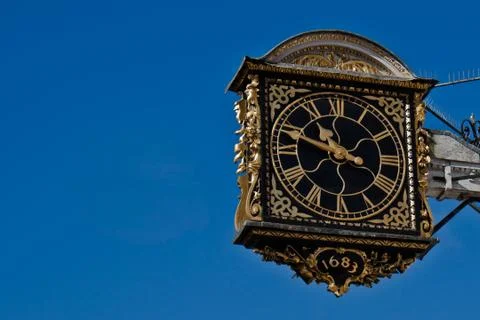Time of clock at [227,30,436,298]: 10:48
